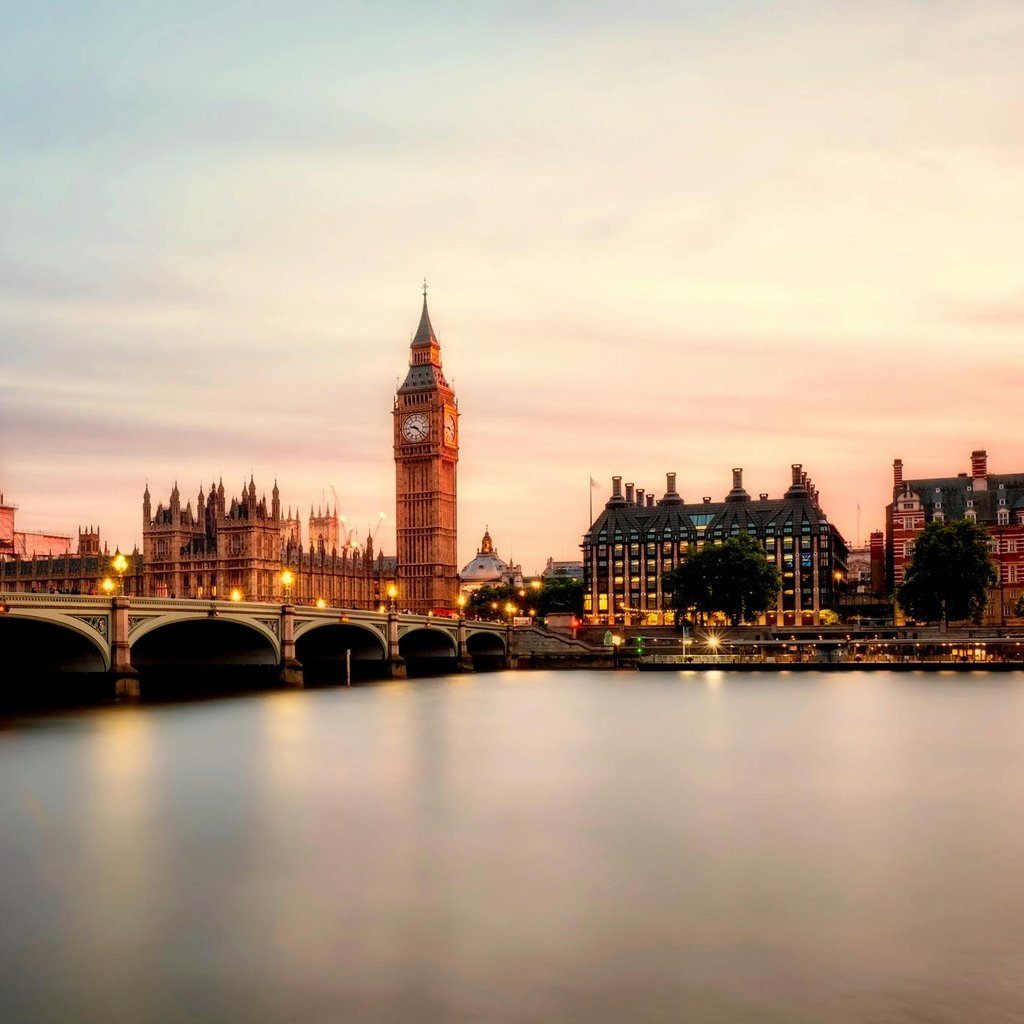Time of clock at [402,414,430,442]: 9:22
